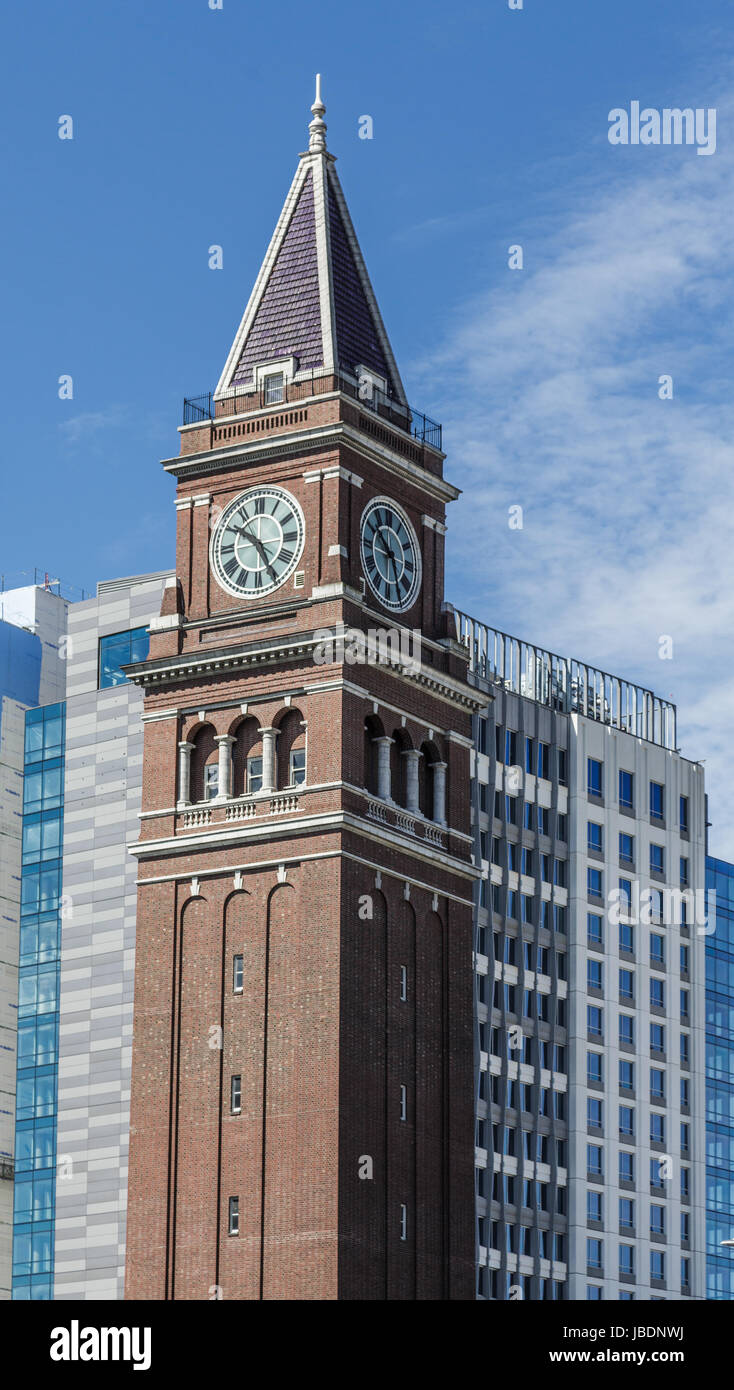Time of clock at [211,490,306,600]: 10:25
